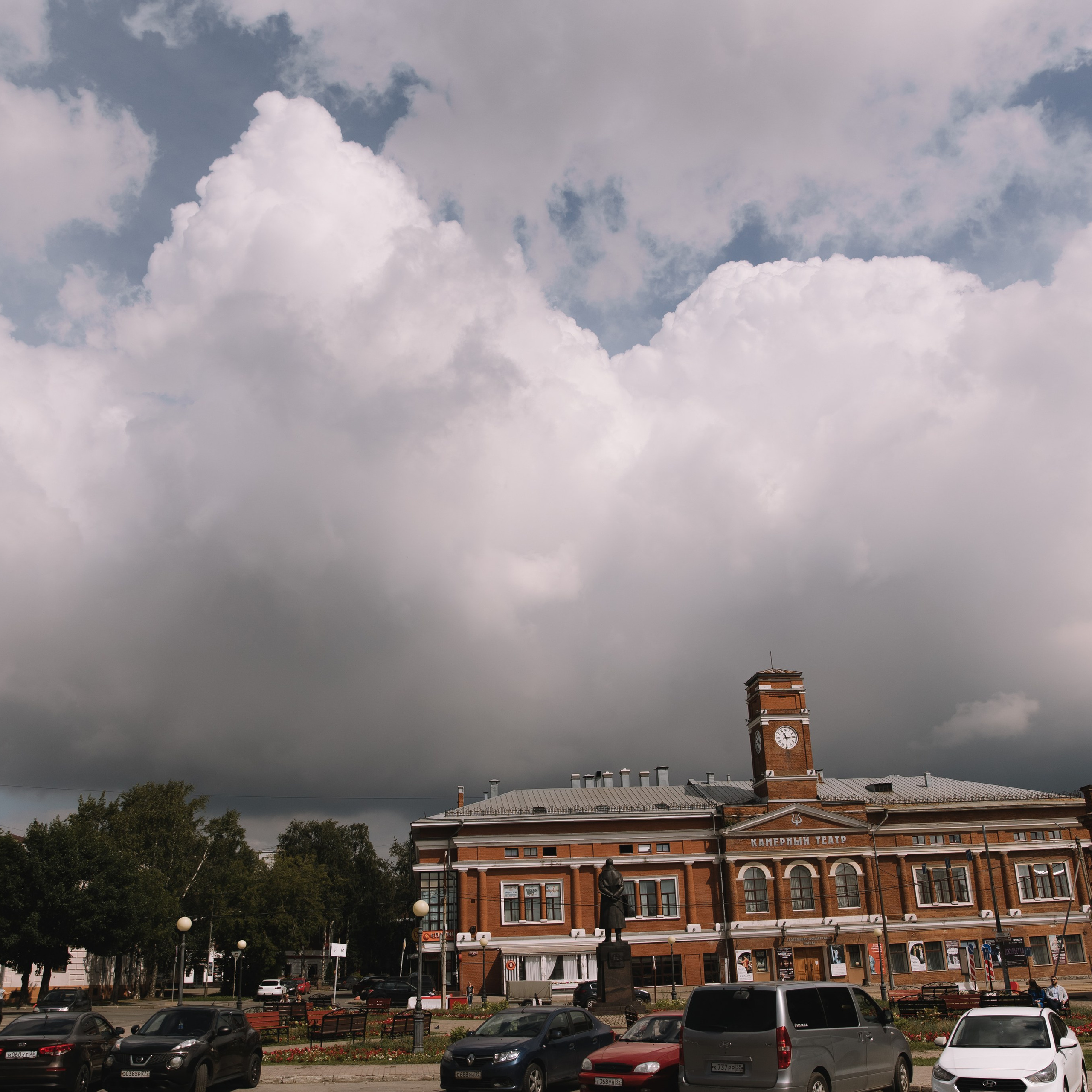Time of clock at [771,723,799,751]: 11:13
